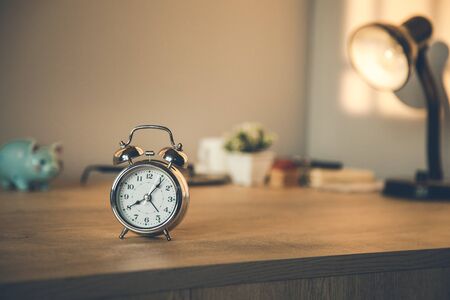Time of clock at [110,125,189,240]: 8:06
